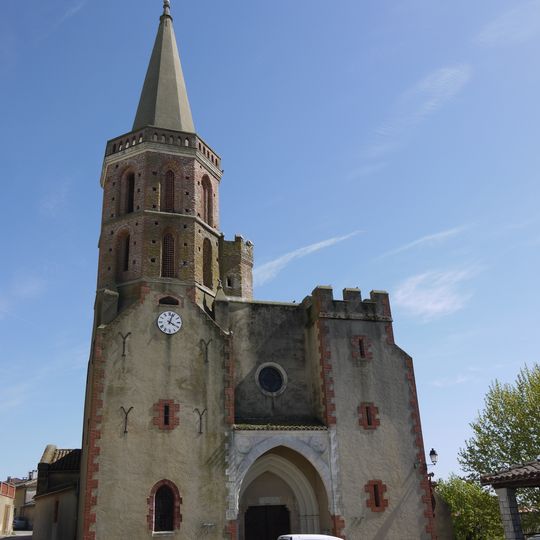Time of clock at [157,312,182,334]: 4:03
